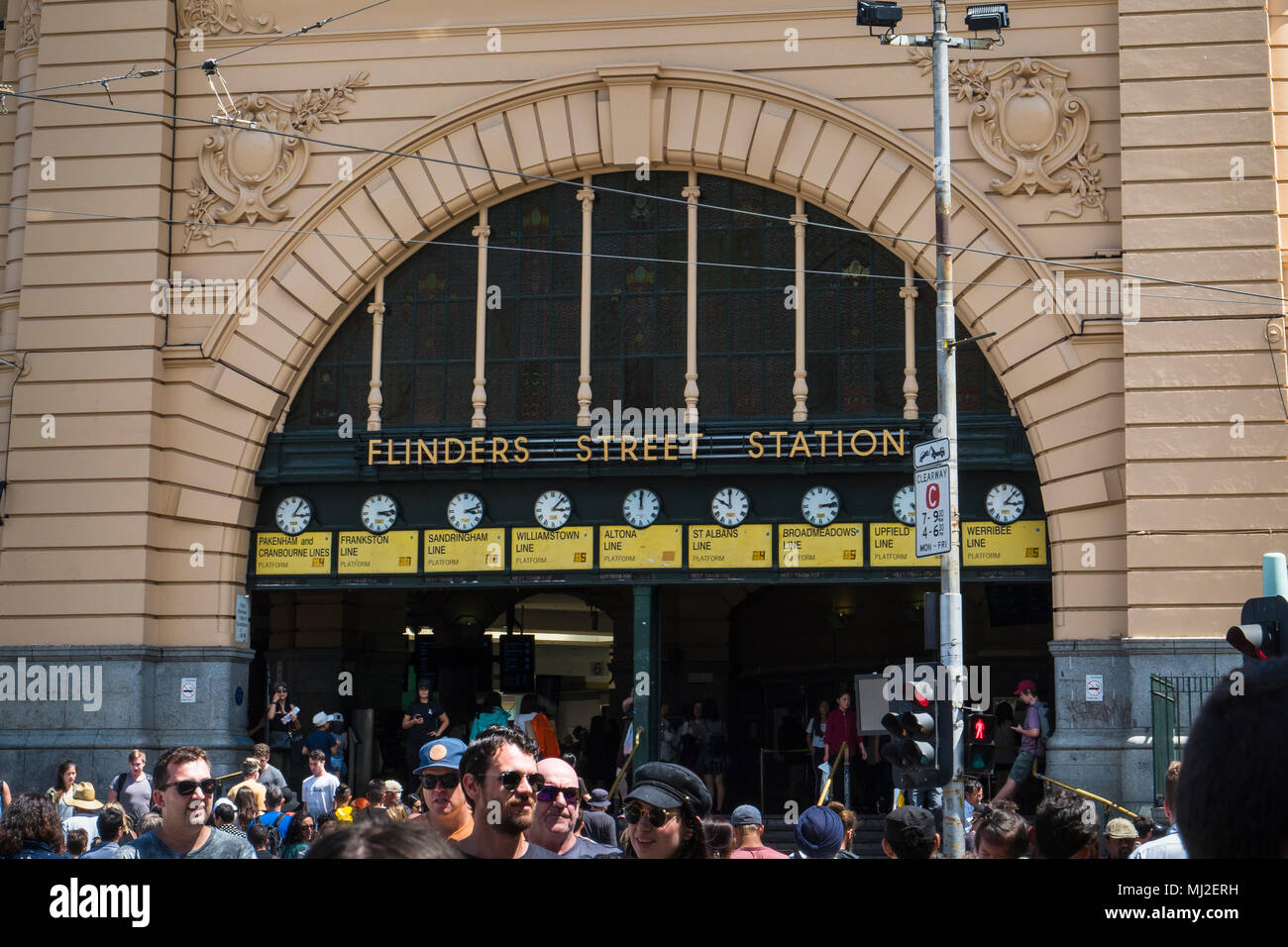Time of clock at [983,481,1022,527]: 3:07
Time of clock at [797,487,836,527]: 3:13
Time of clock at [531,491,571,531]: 3:07
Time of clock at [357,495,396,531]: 3:13
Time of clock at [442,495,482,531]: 3:11
